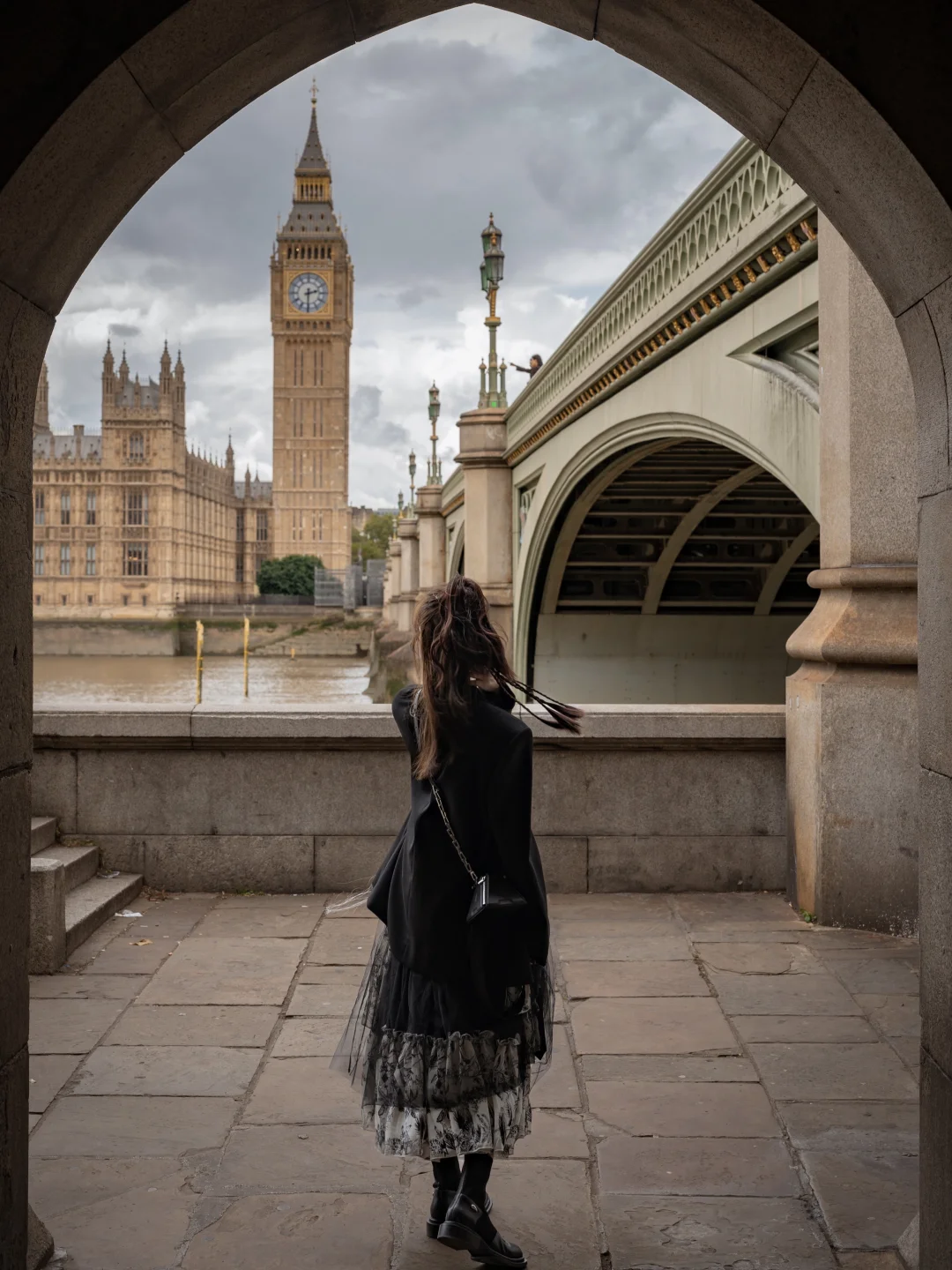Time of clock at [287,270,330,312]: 2:30
